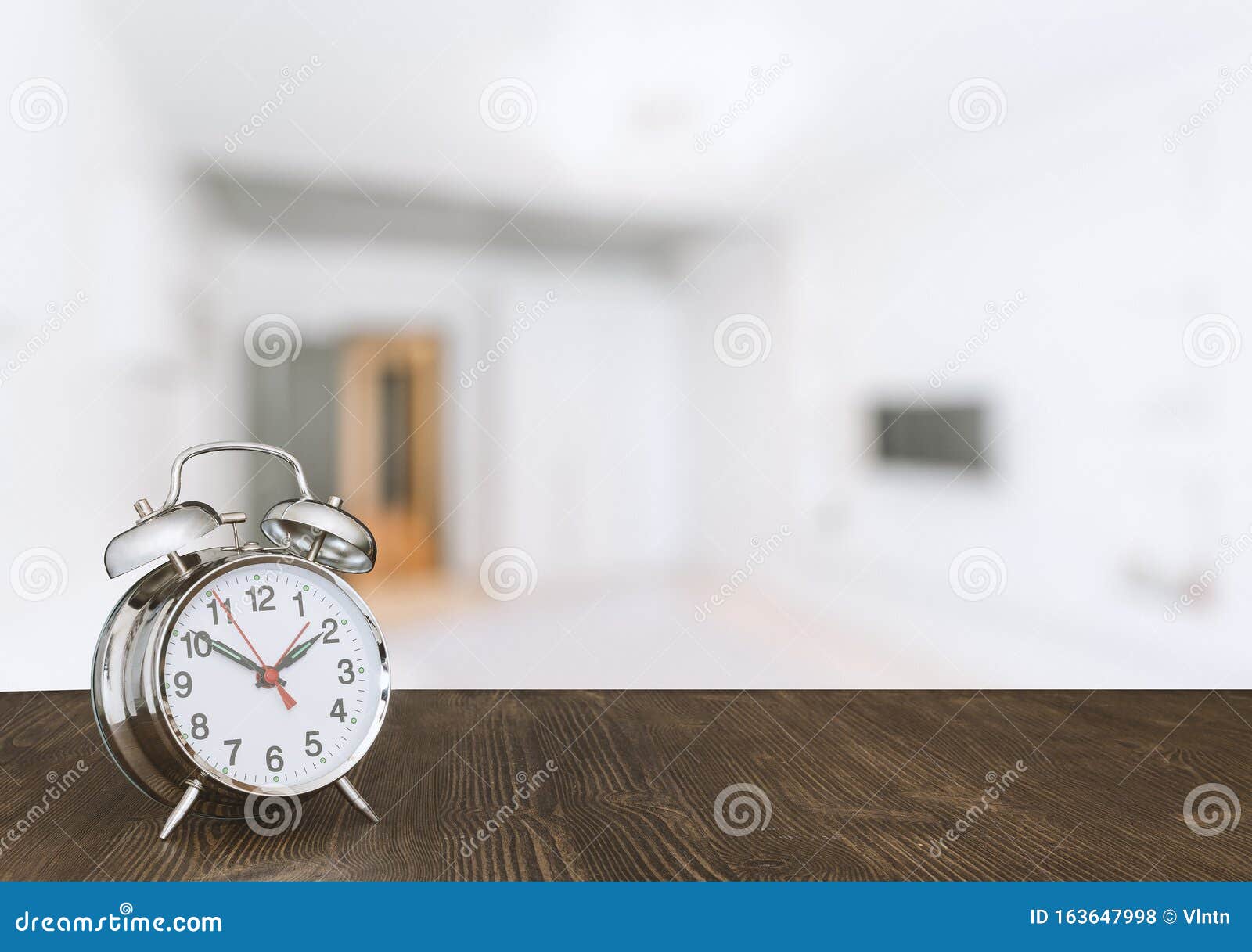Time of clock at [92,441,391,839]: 1:50
